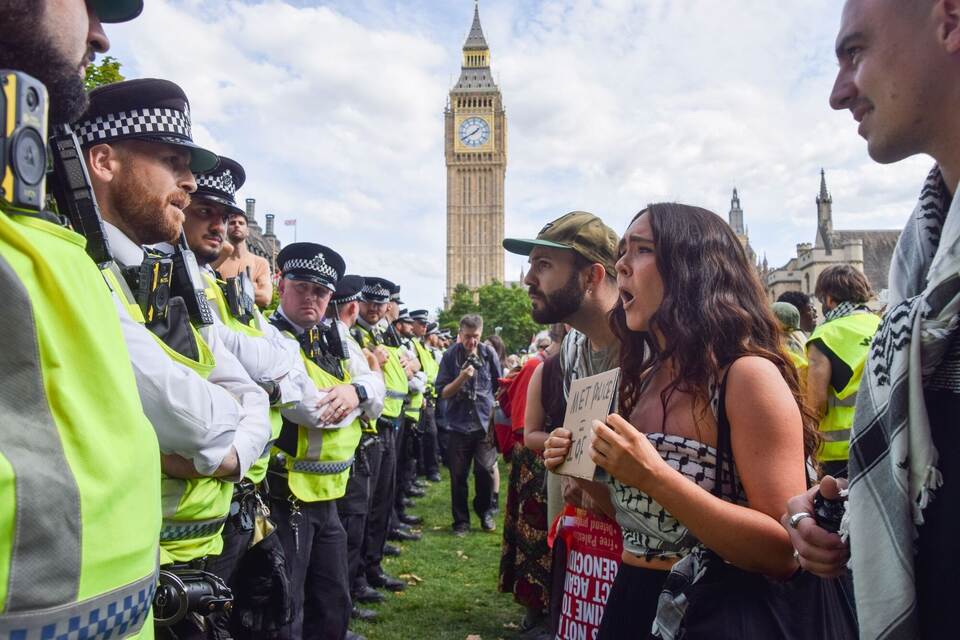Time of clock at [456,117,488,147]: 1:40
